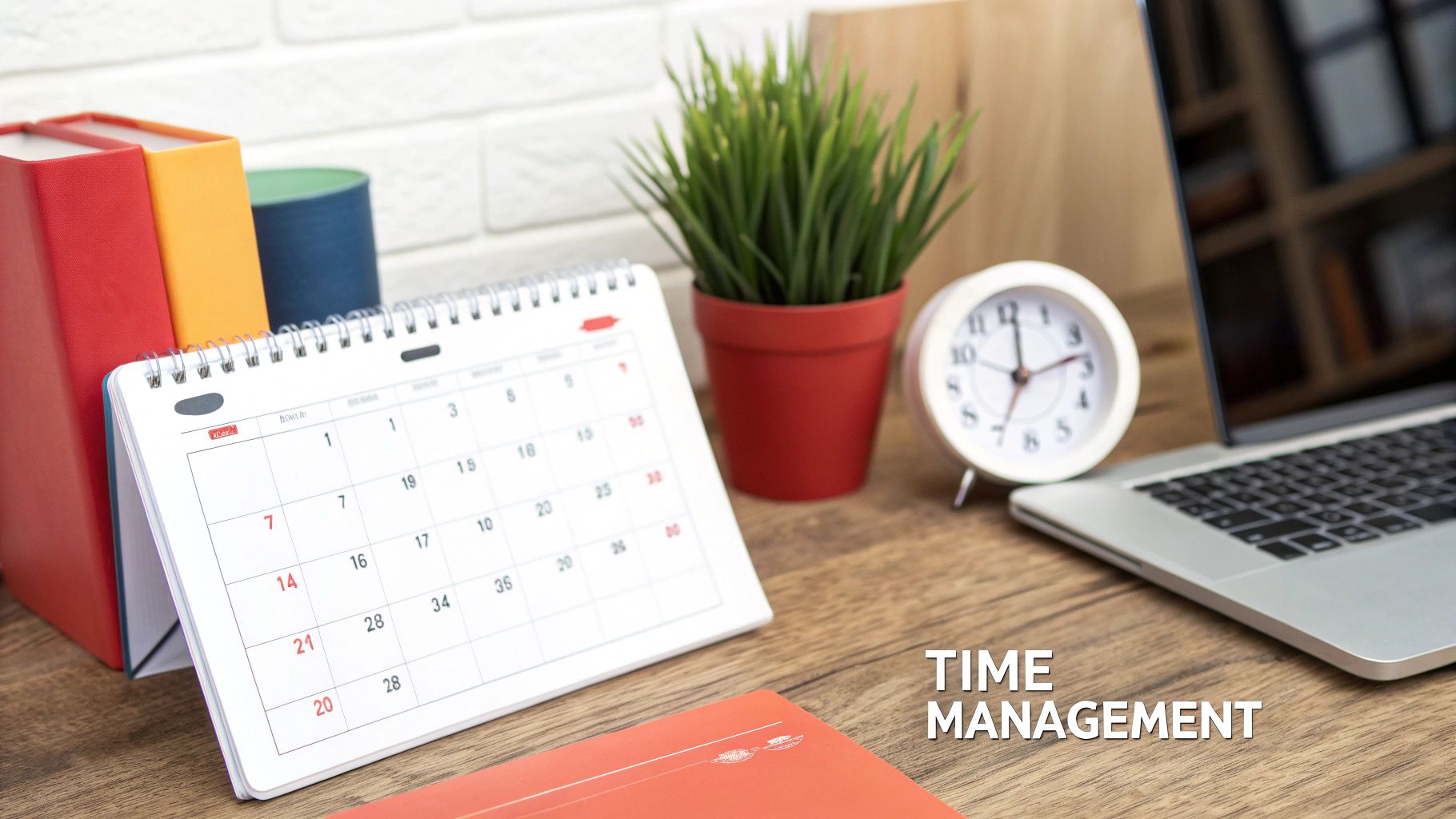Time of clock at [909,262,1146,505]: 12:12
